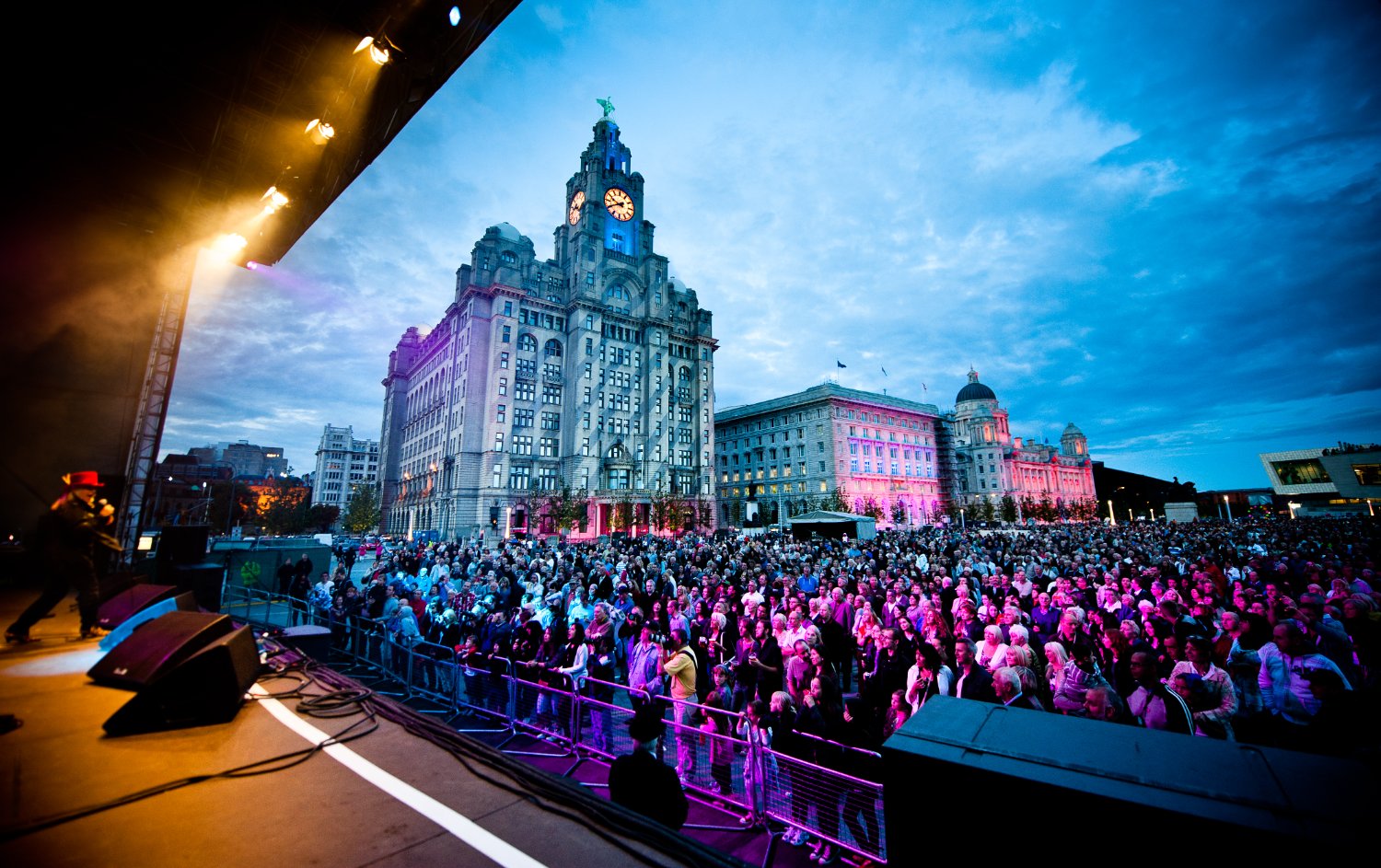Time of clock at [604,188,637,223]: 9:40
